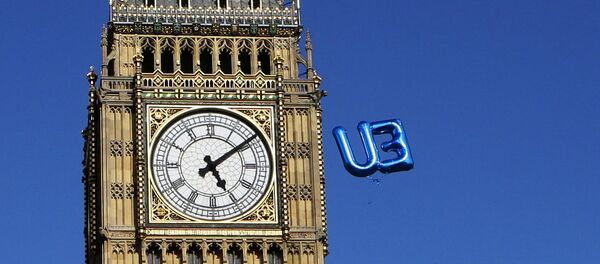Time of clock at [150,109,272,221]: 5:08
